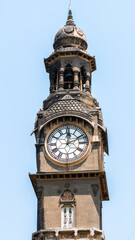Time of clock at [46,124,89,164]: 12:10
